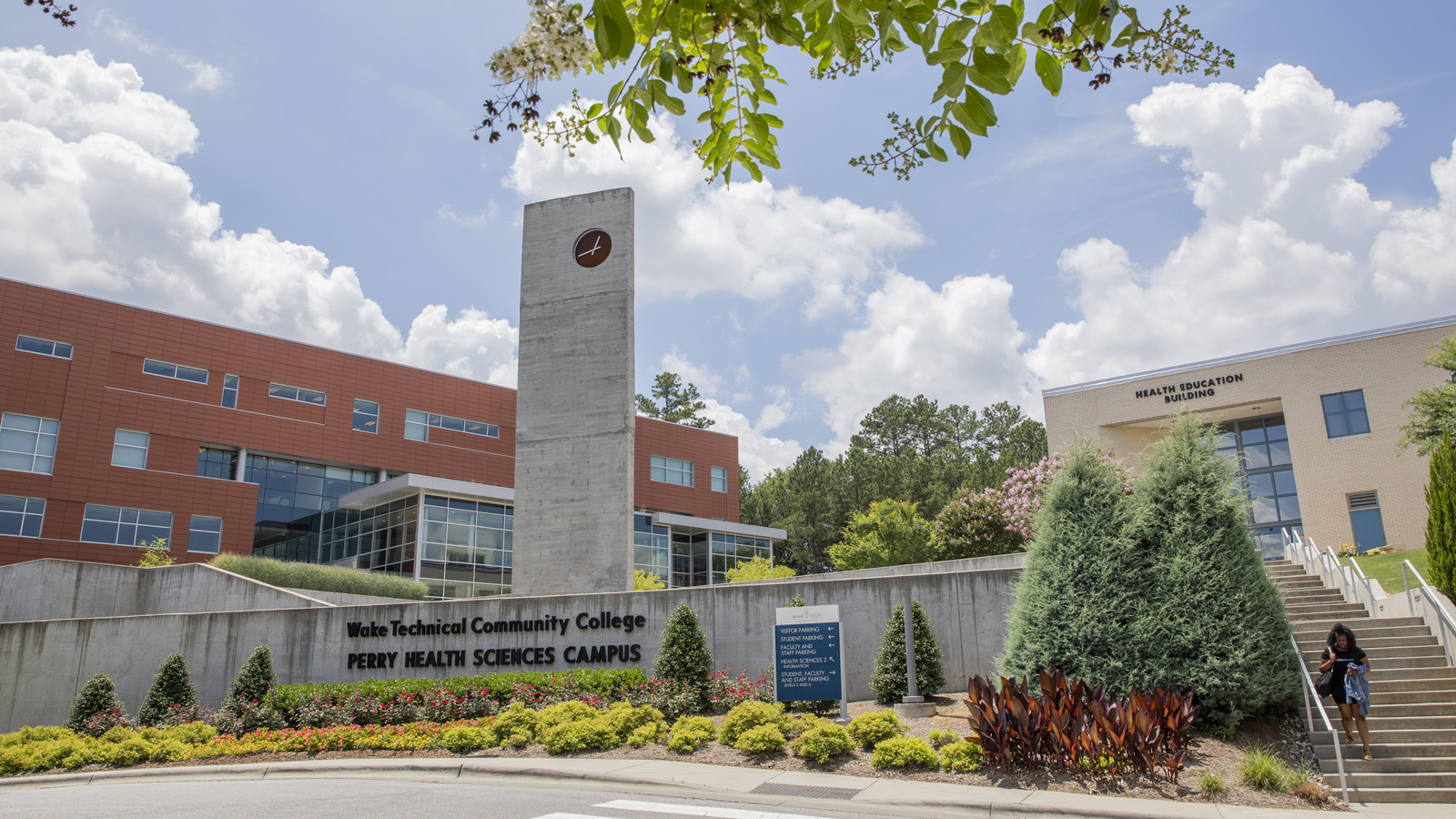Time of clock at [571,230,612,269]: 12:42
